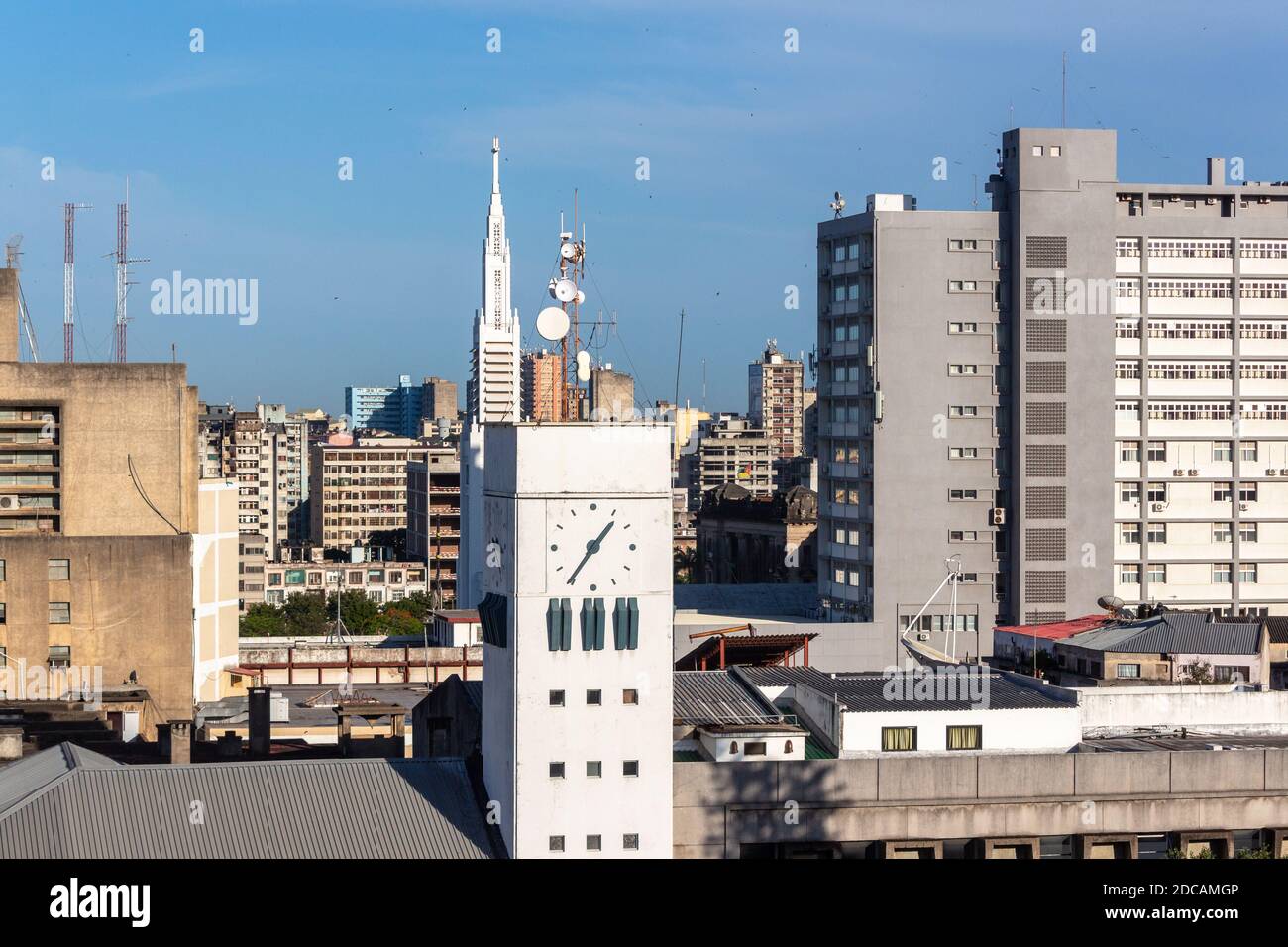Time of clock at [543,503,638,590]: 1:36
